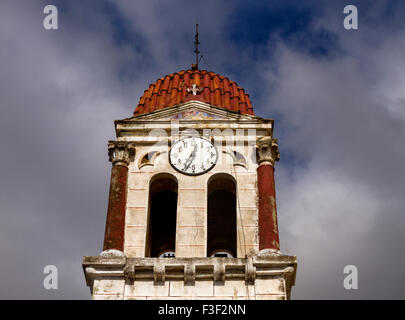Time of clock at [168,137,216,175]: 12:34
